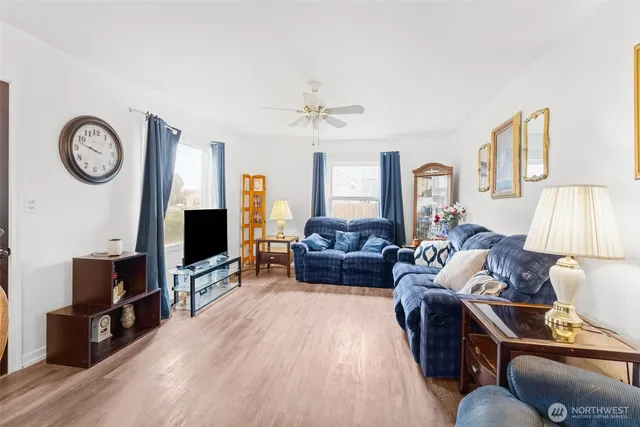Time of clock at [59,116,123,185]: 9:47
